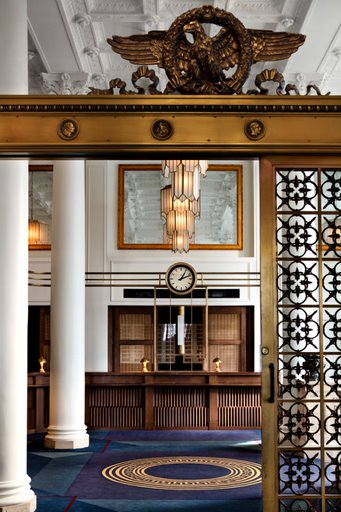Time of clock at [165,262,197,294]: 1:11
